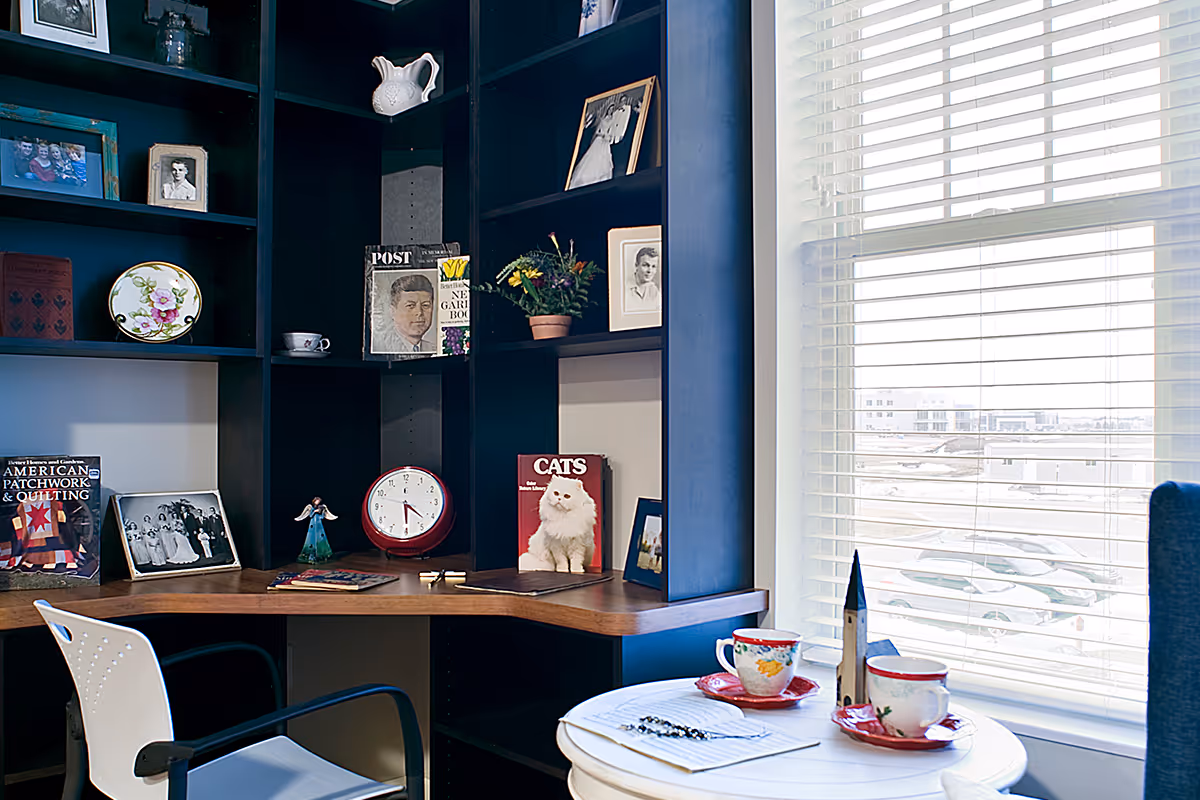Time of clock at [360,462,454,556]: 4:29
